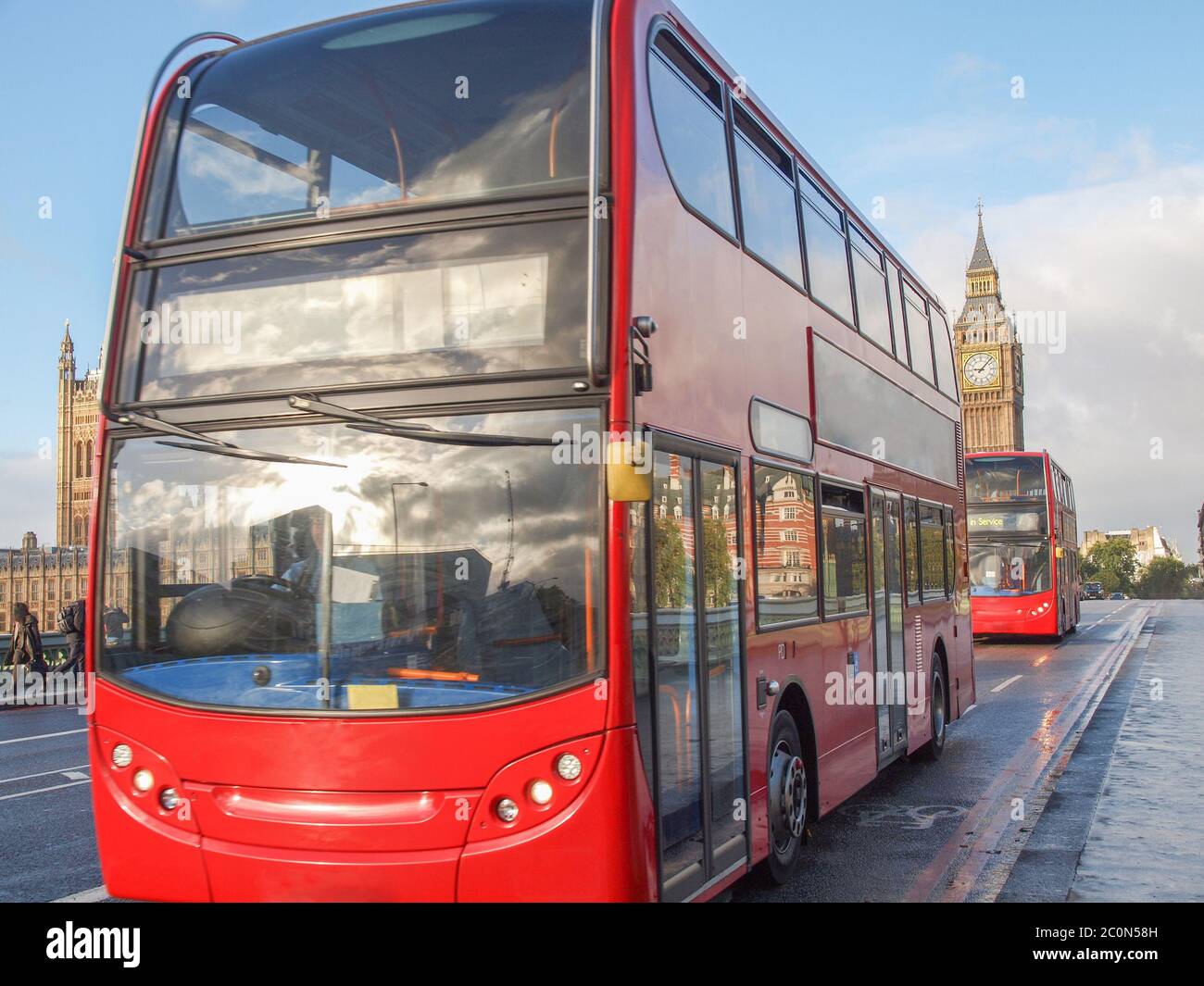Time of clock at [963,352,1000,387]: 9:07
